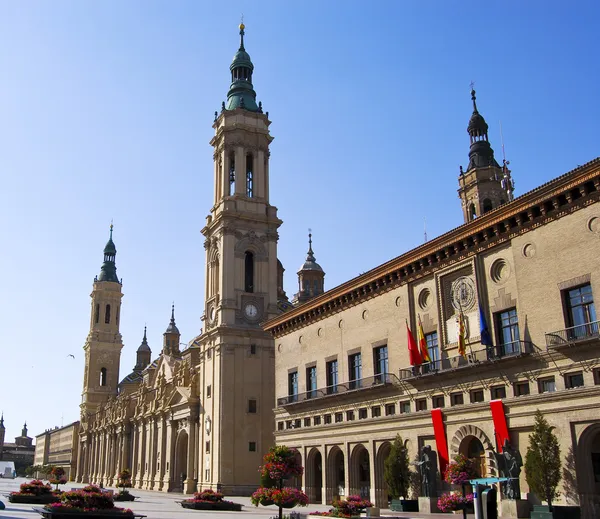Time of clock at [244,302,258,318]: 6:01
